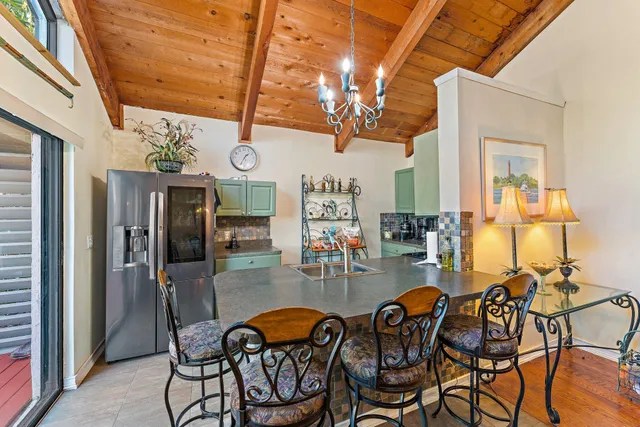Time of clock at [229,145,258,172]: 1:35
